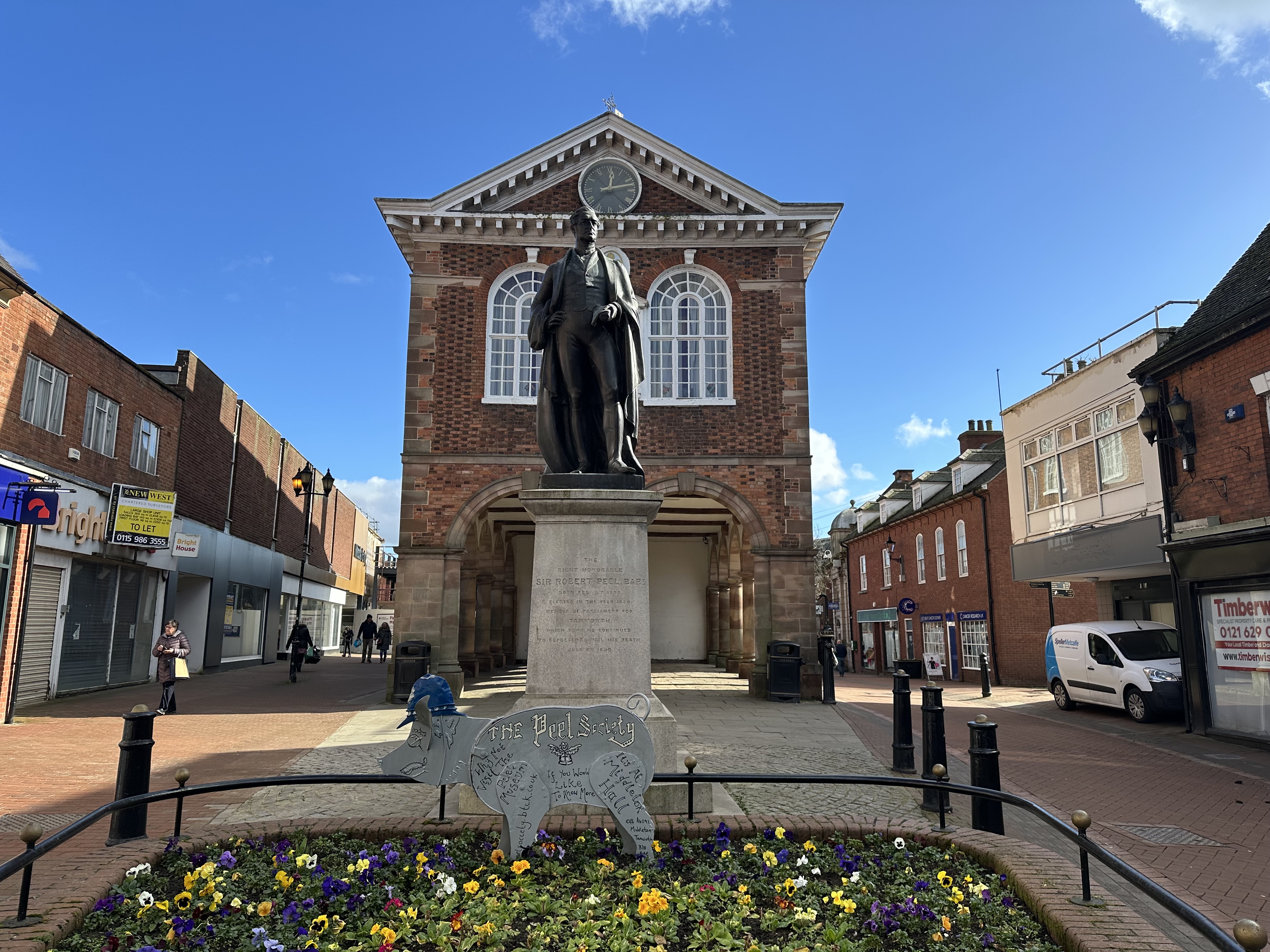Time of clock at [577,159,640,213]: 12:12
